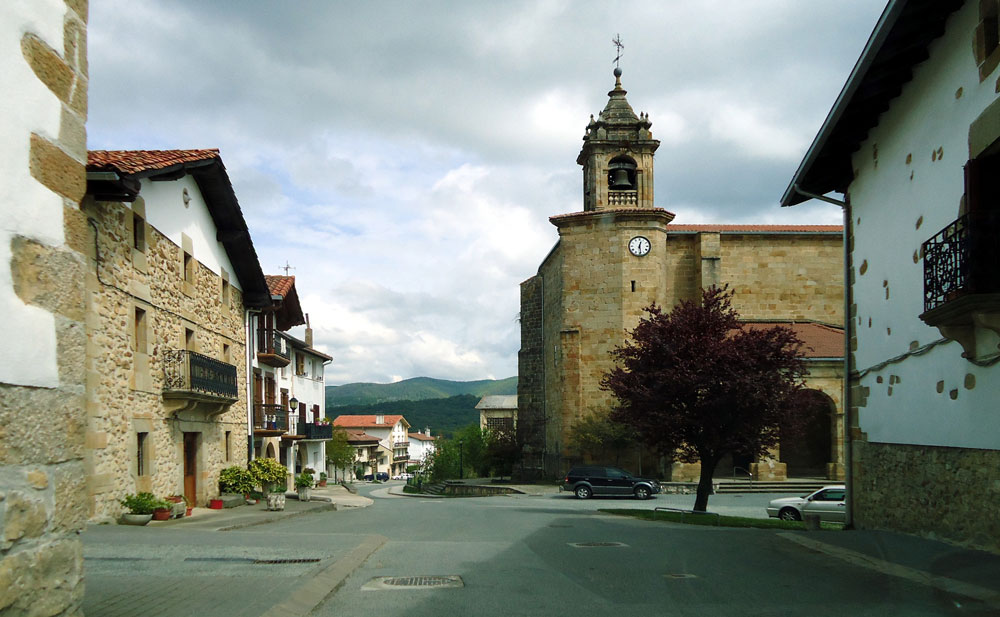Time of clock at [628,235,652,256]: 12:28
